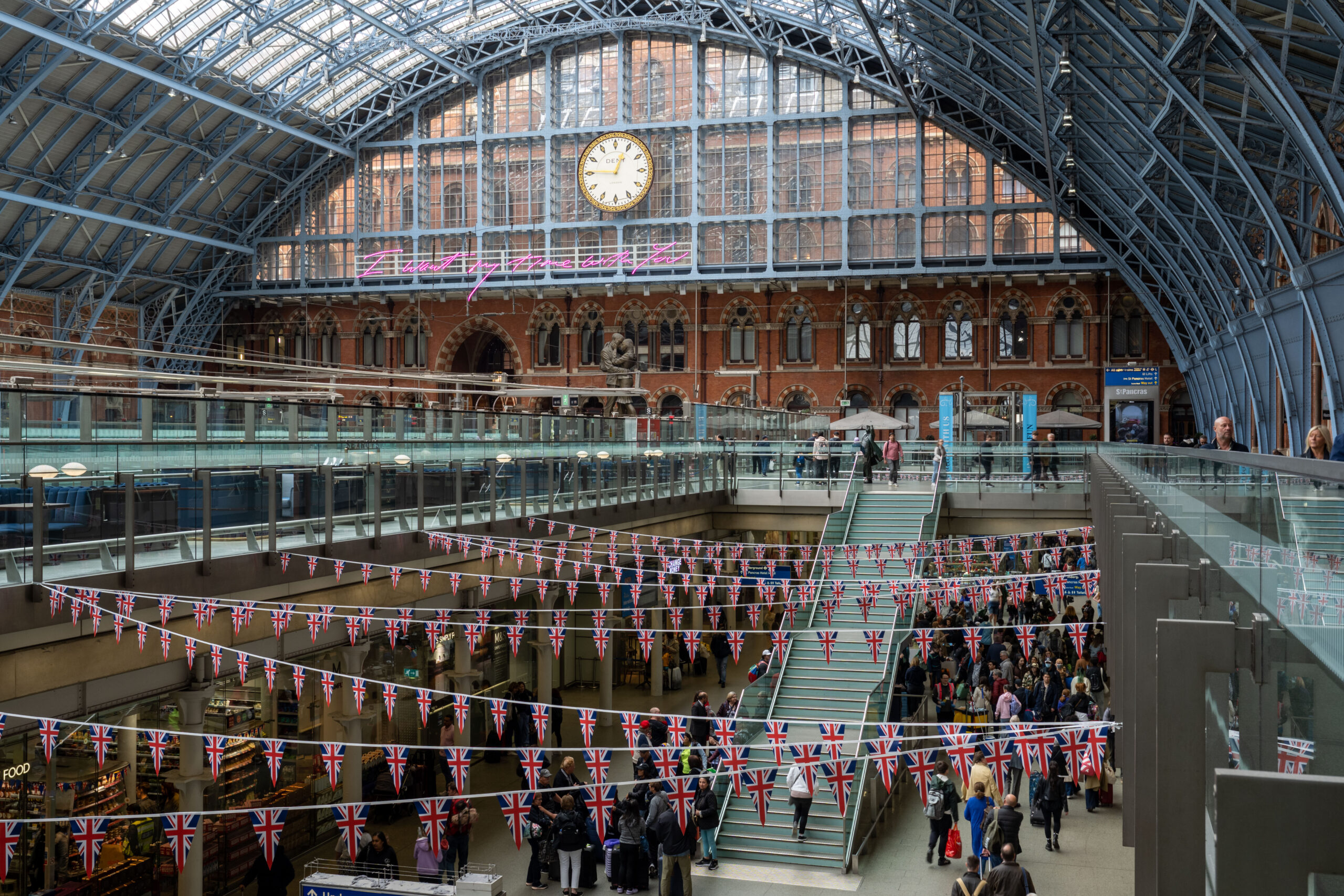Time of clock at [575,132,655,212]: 12:45
